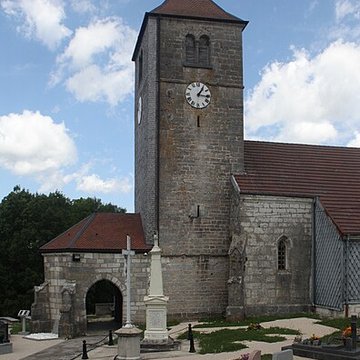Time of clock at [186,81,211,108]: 1:16
